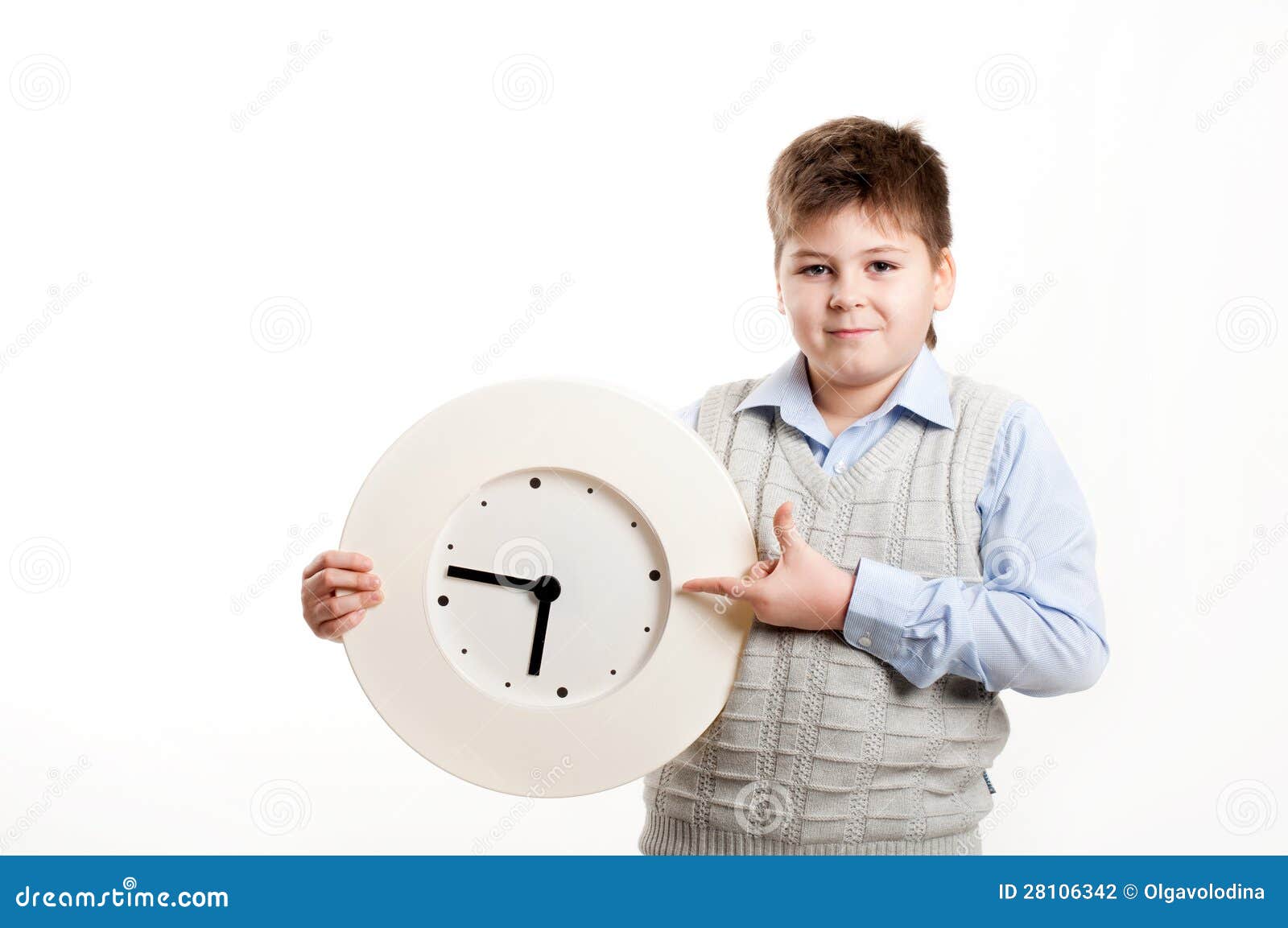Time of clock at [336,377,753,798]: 6:47
